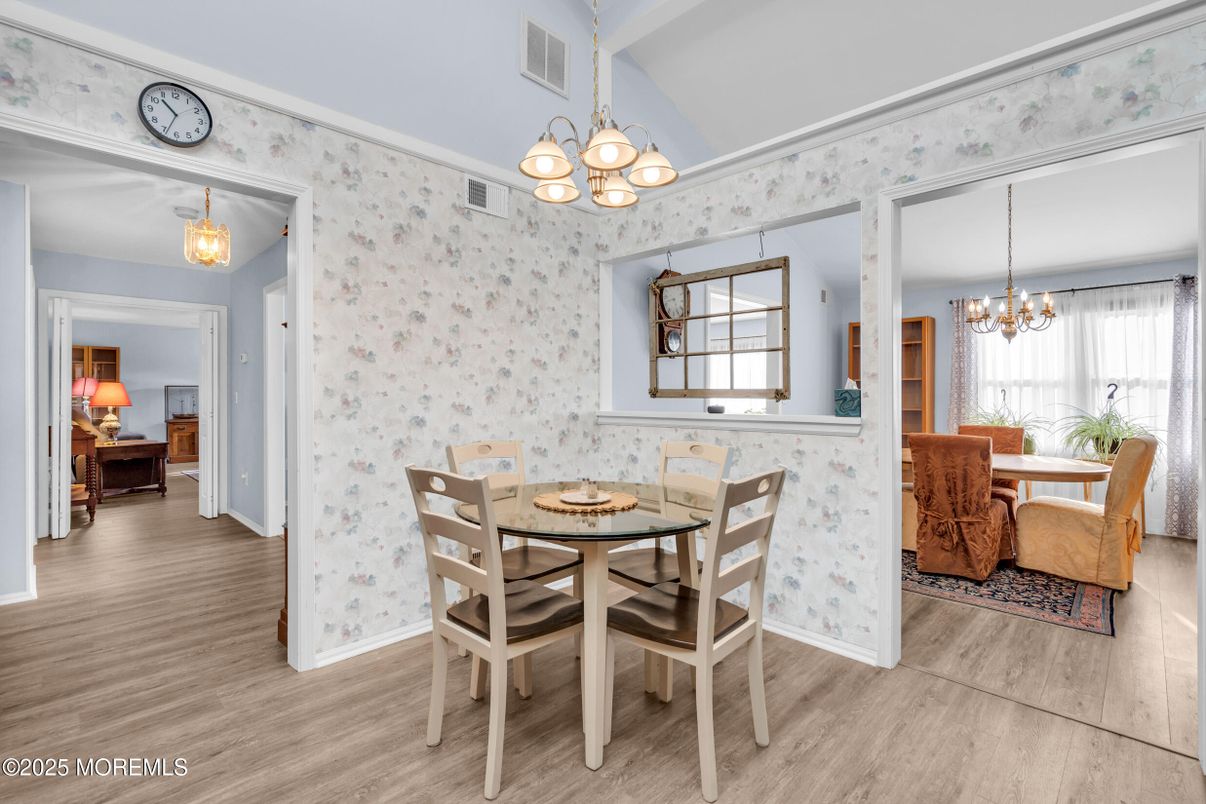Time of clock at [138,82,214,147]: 10:34
